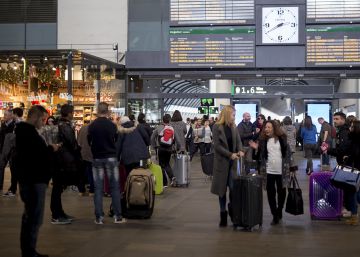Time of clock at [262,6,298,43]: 2:40
